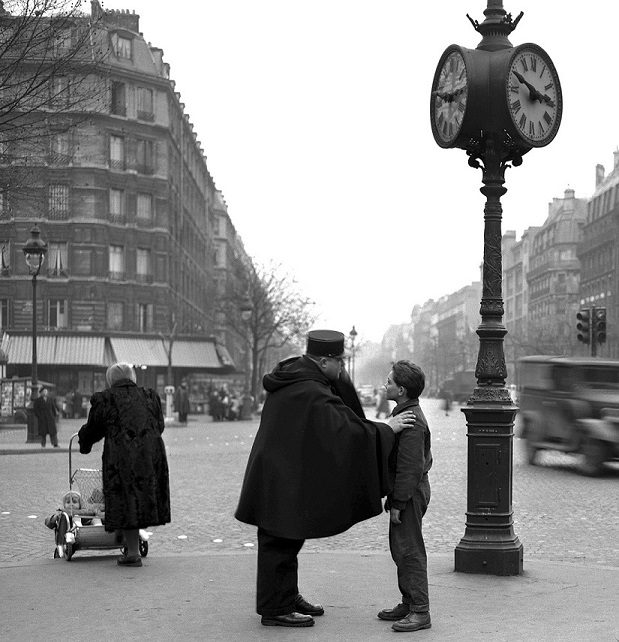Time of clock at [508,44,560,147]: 2:49
